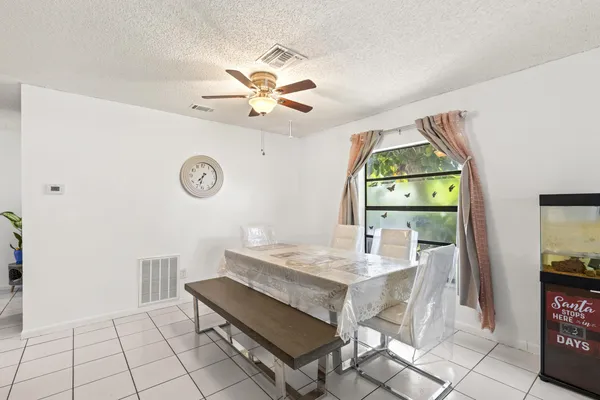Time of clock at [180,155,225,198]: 7:32
